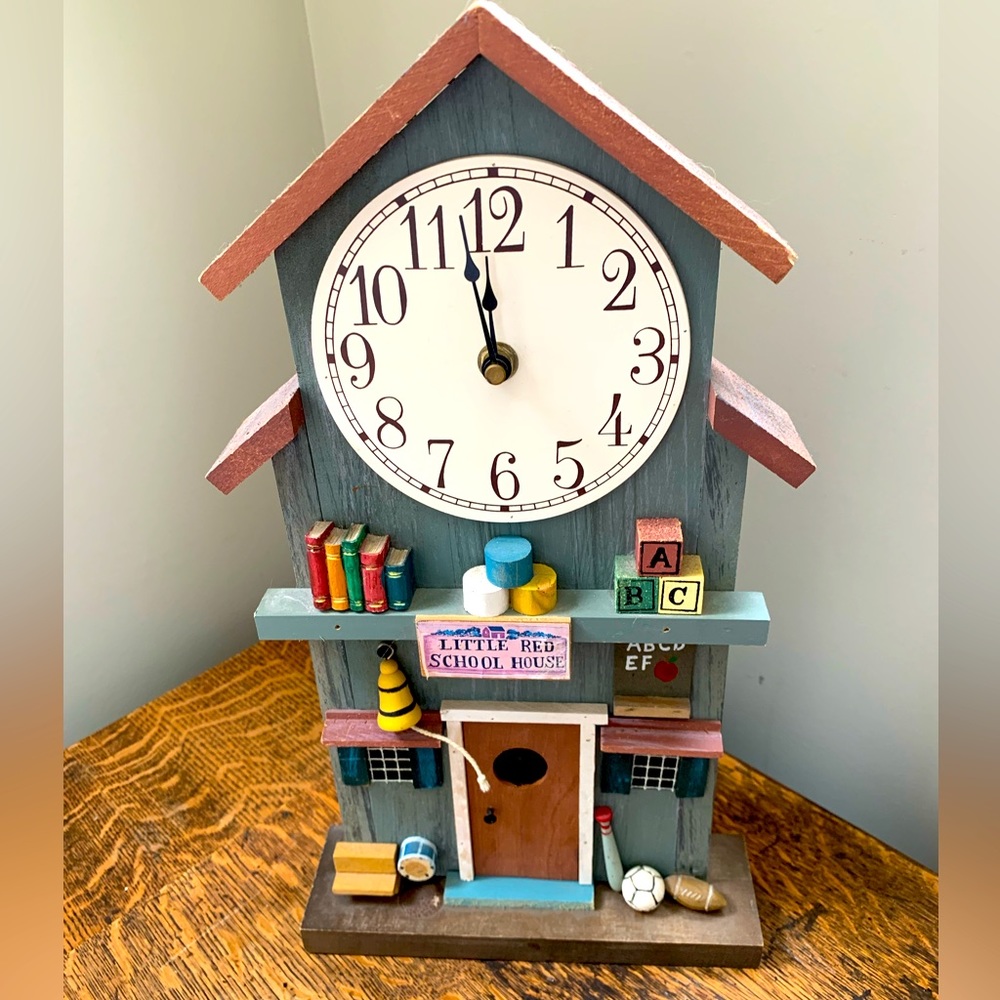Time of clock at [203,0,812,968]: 11:58
